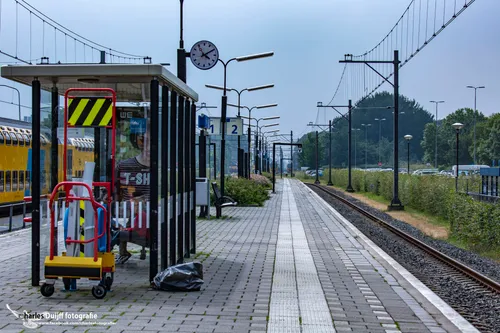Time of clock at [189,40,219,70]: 4:09
